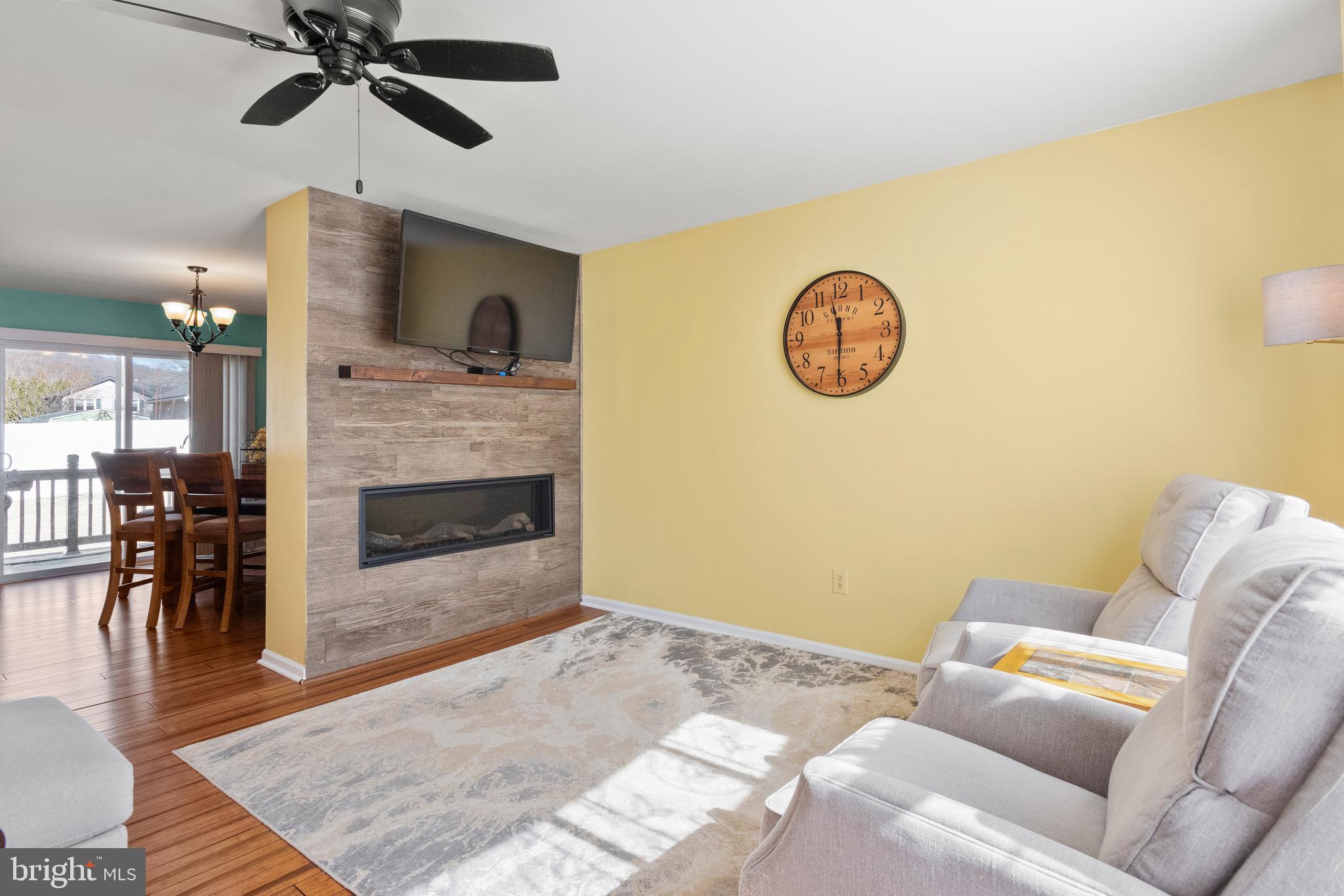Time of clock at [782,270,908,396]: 11:30
